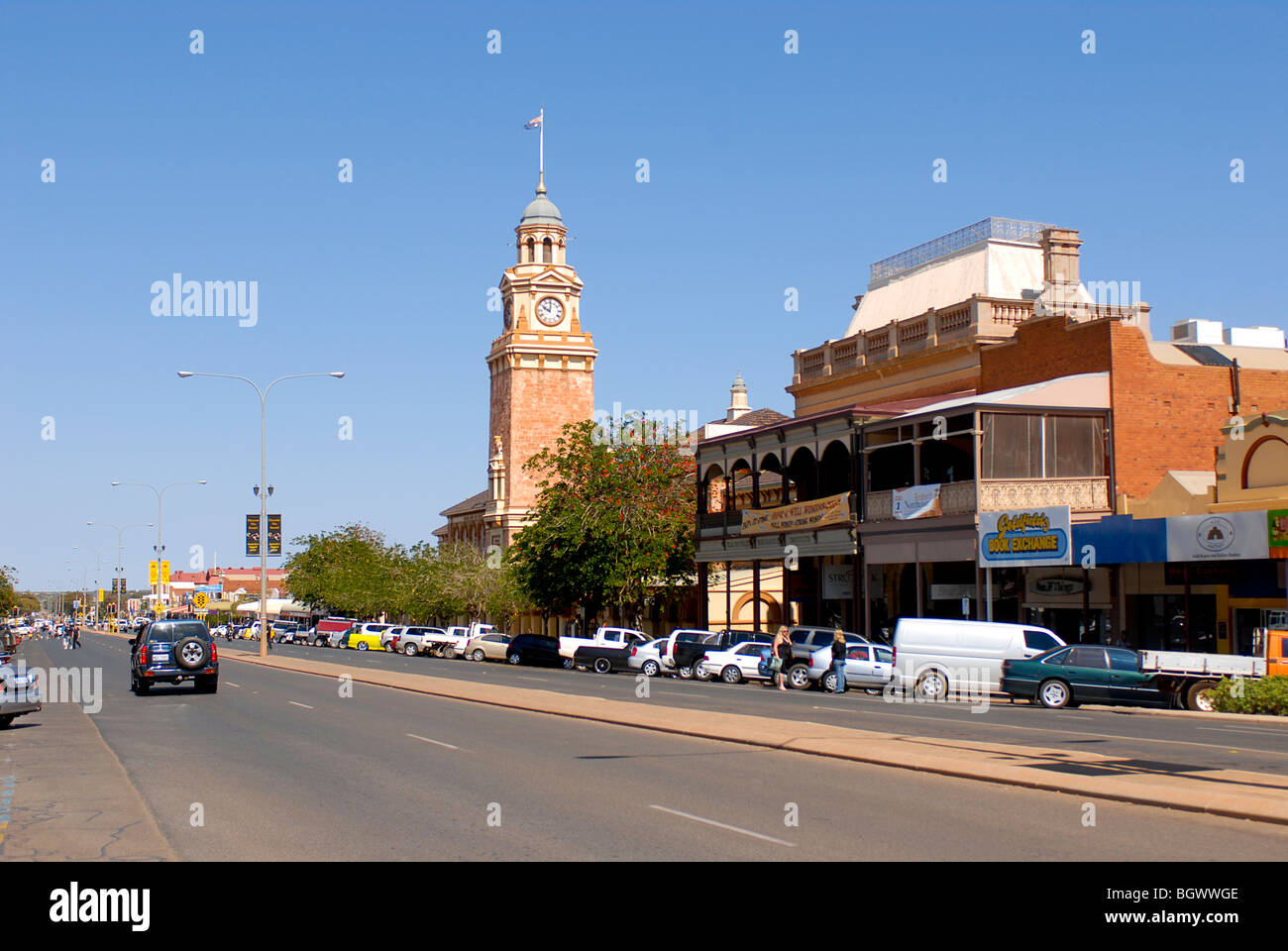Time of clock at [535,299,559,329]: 10:00
